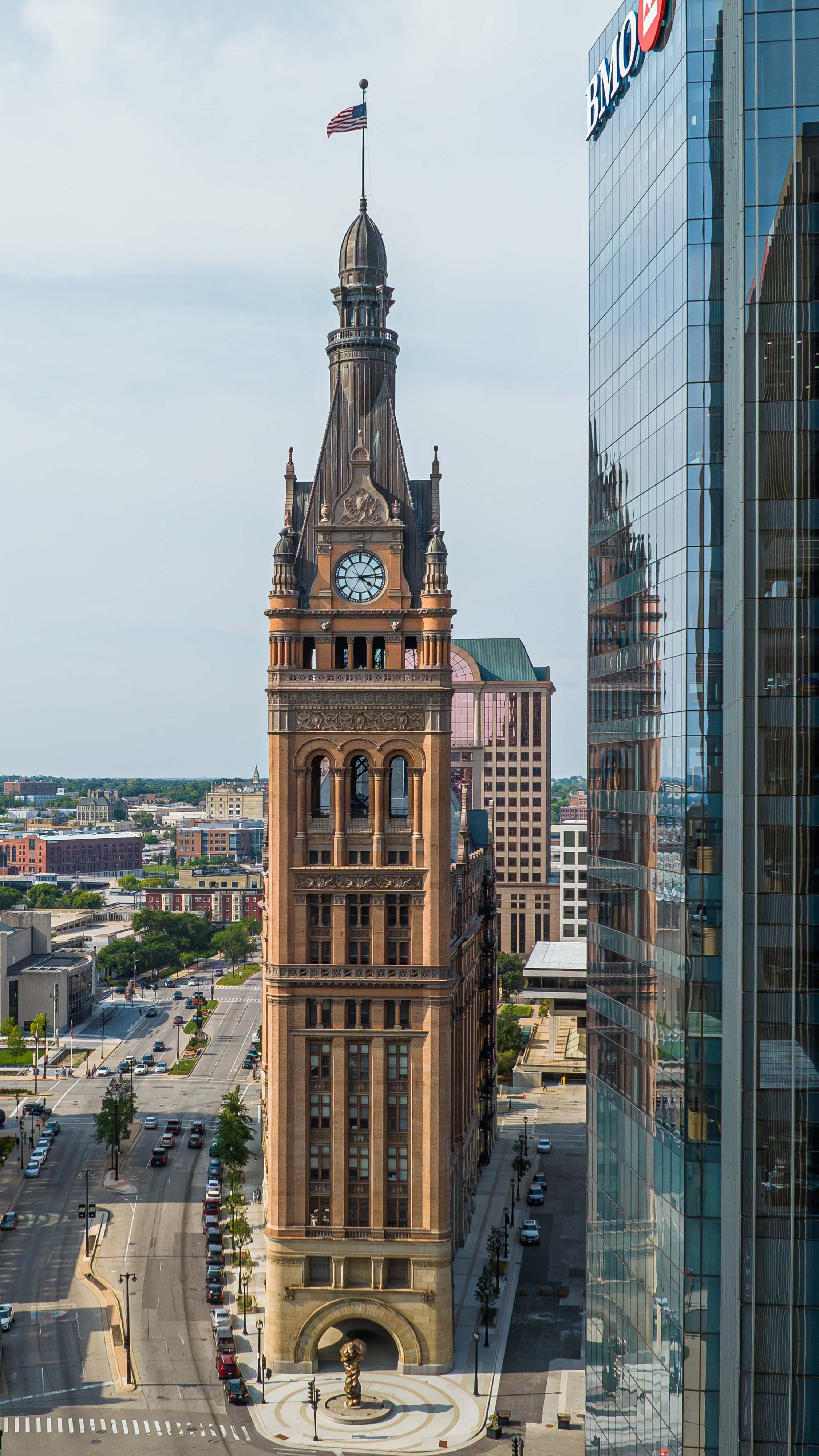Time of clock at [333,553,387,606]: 4:13
